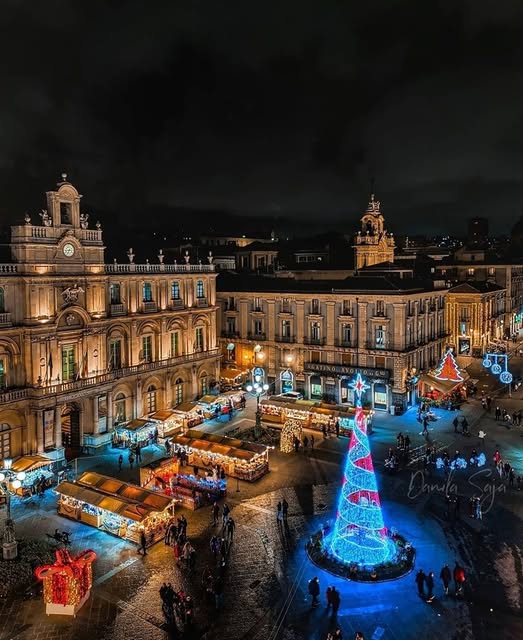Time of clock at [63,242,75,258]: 6:43
